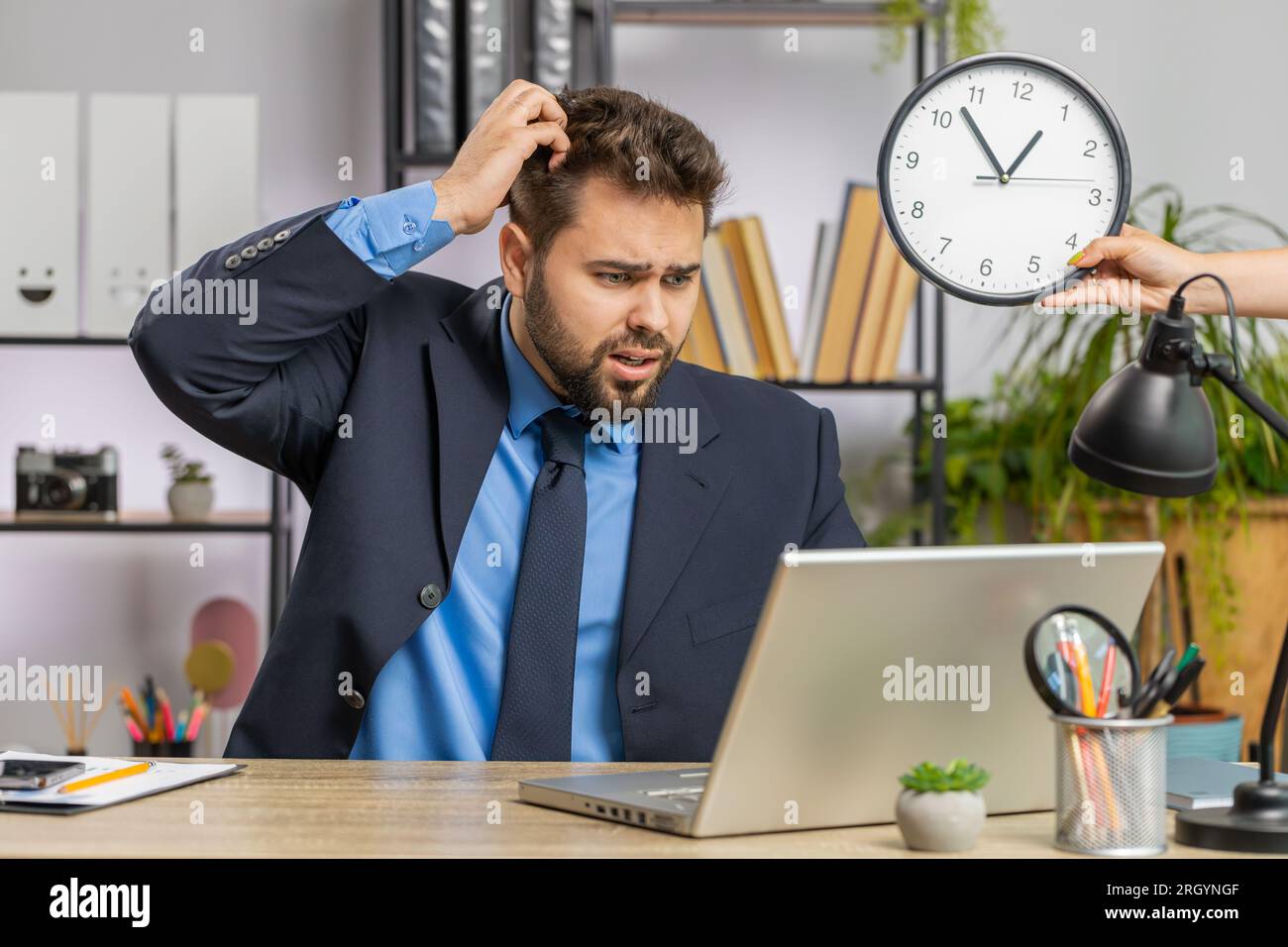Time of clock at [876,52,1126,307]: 12:52
